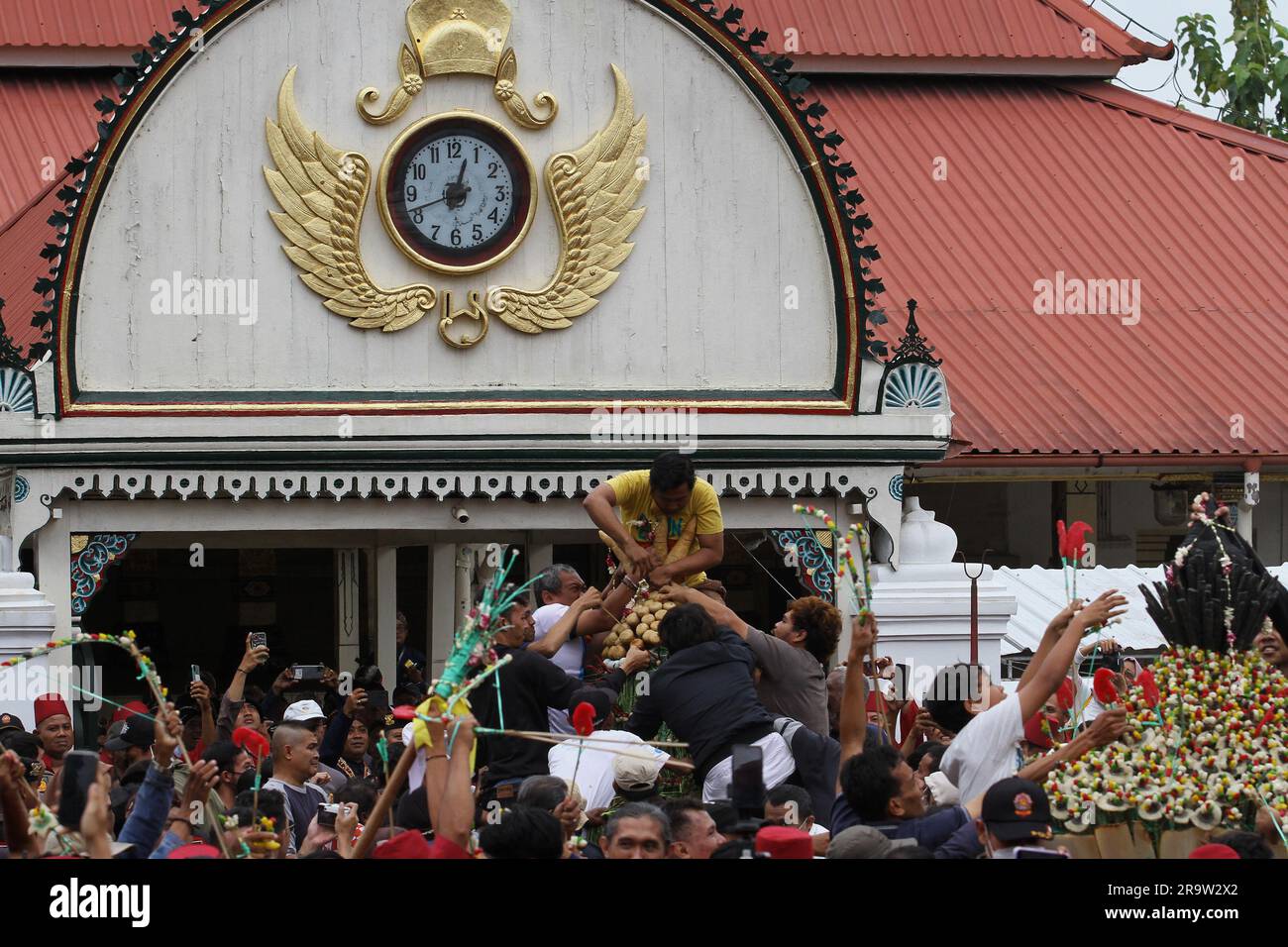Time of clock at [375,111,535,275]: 12:41
